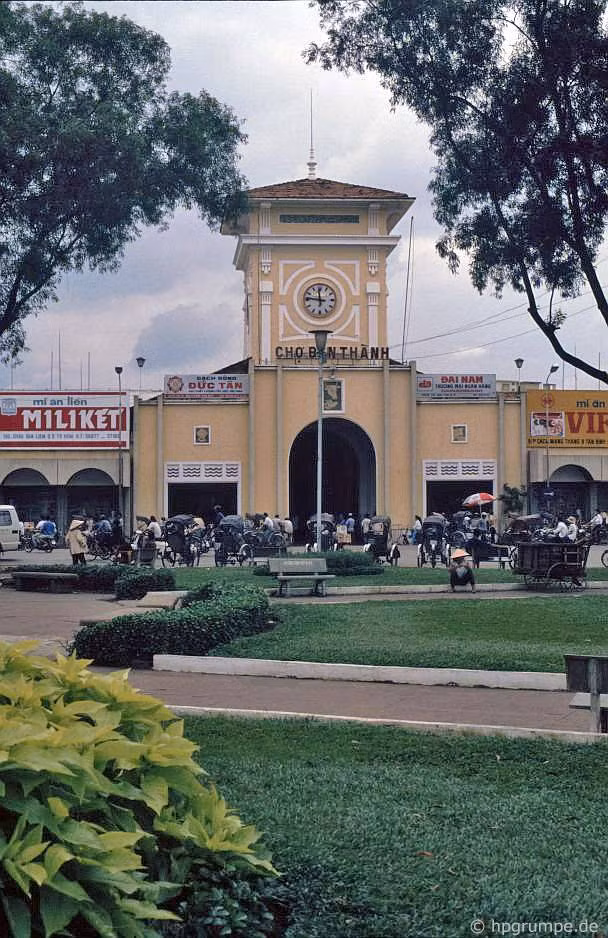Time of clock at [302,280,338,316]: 11:46
